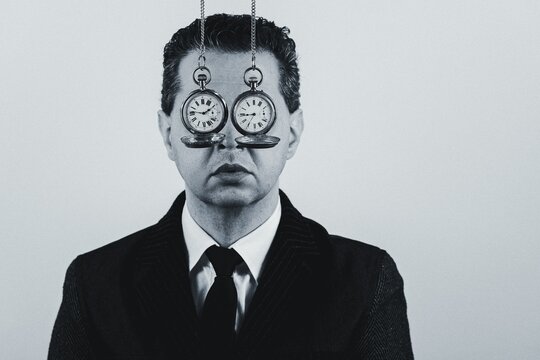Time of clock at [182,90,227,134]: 1:46
